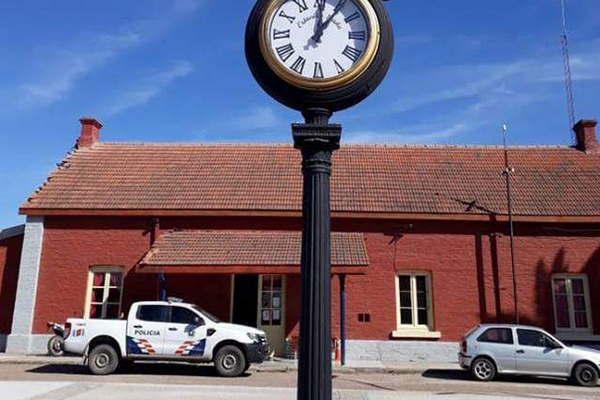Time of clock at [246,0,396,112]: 12:05
